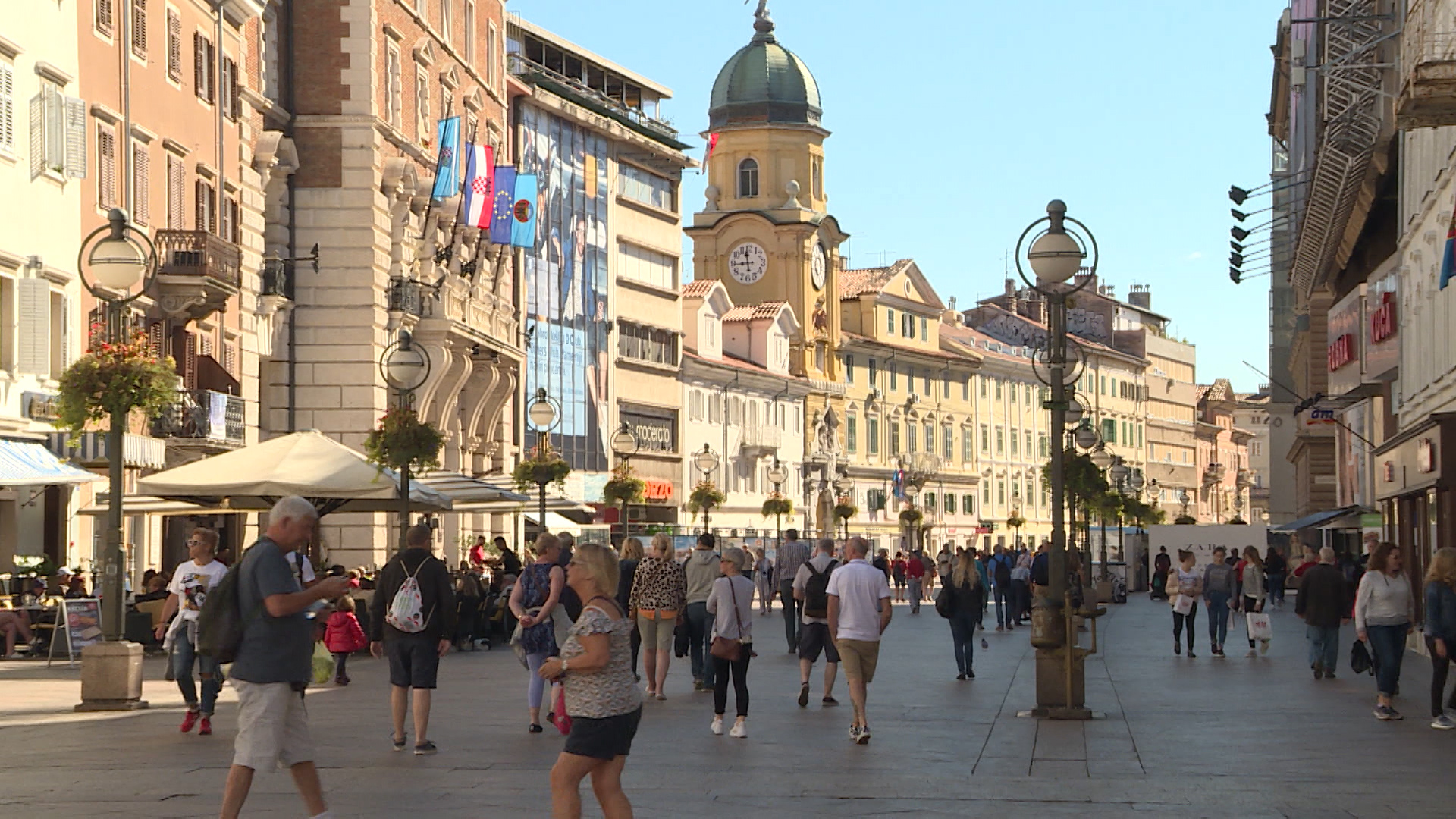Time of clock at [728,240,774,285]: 11:44
